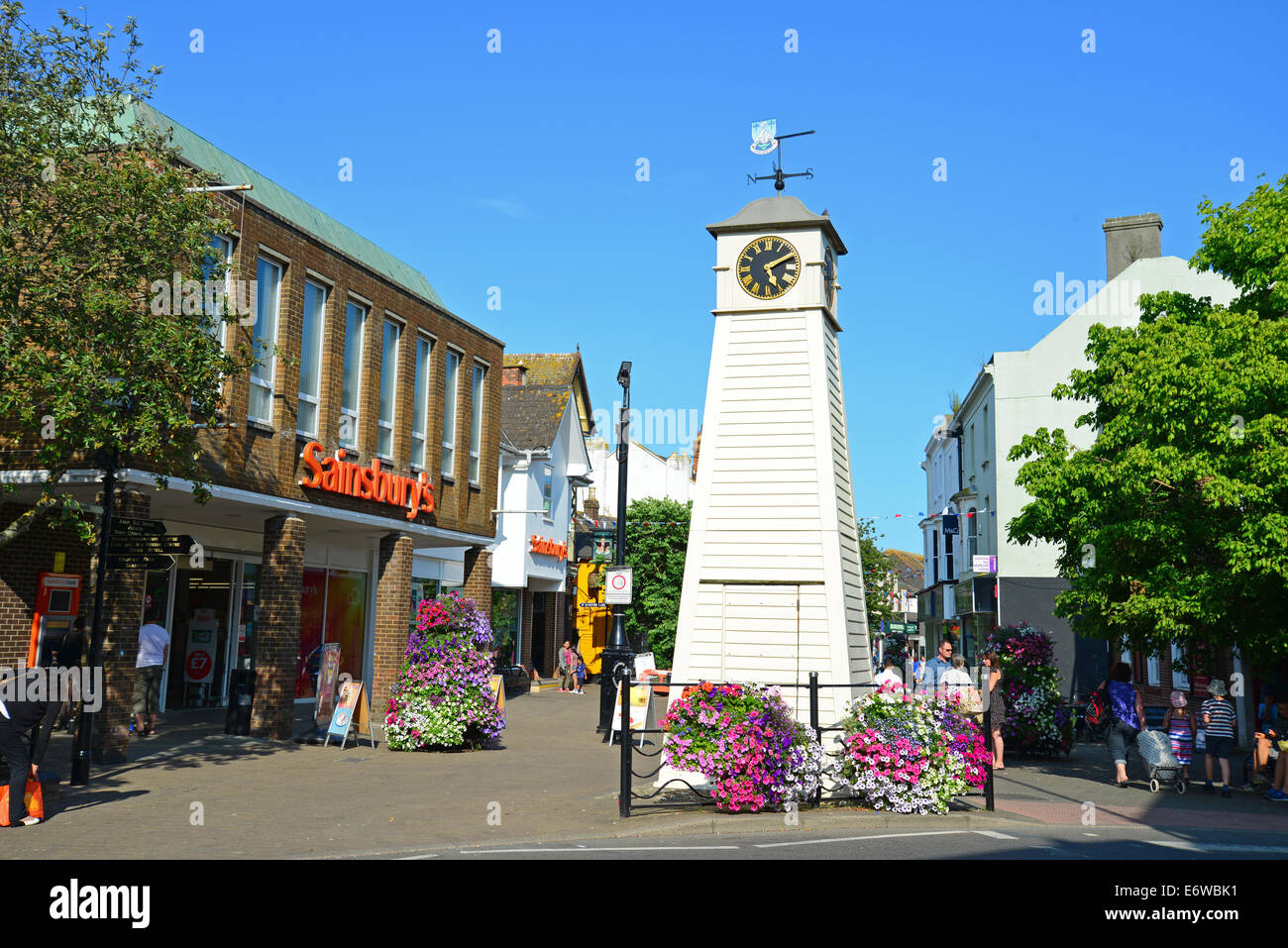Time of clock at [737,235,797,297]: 5:10
